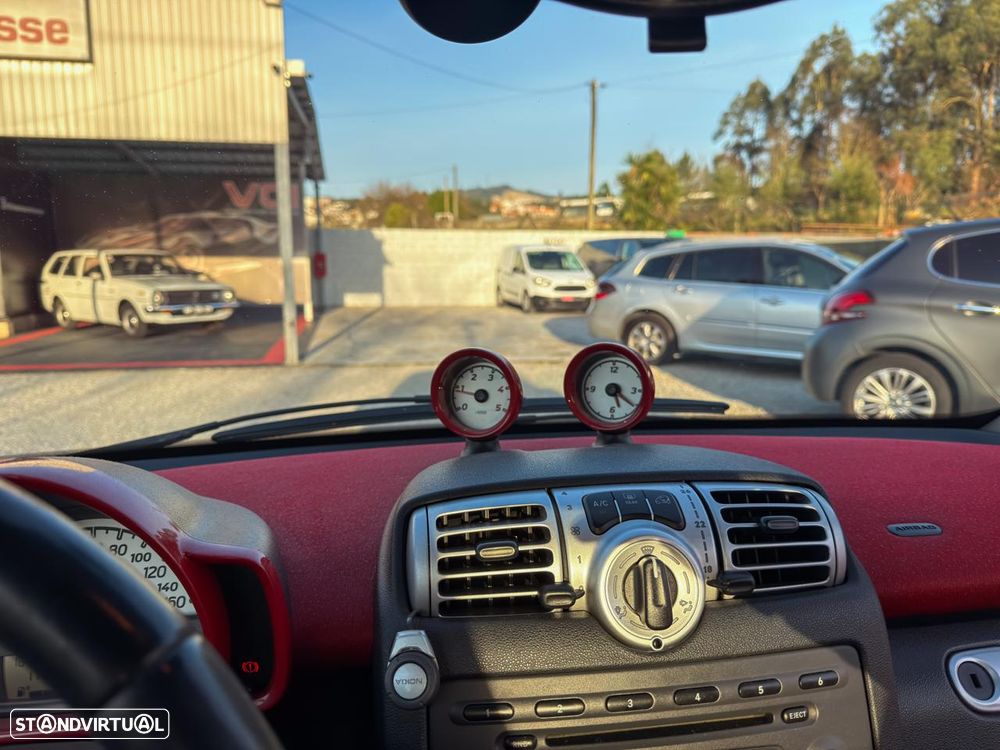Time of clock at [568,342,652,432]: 5:21
